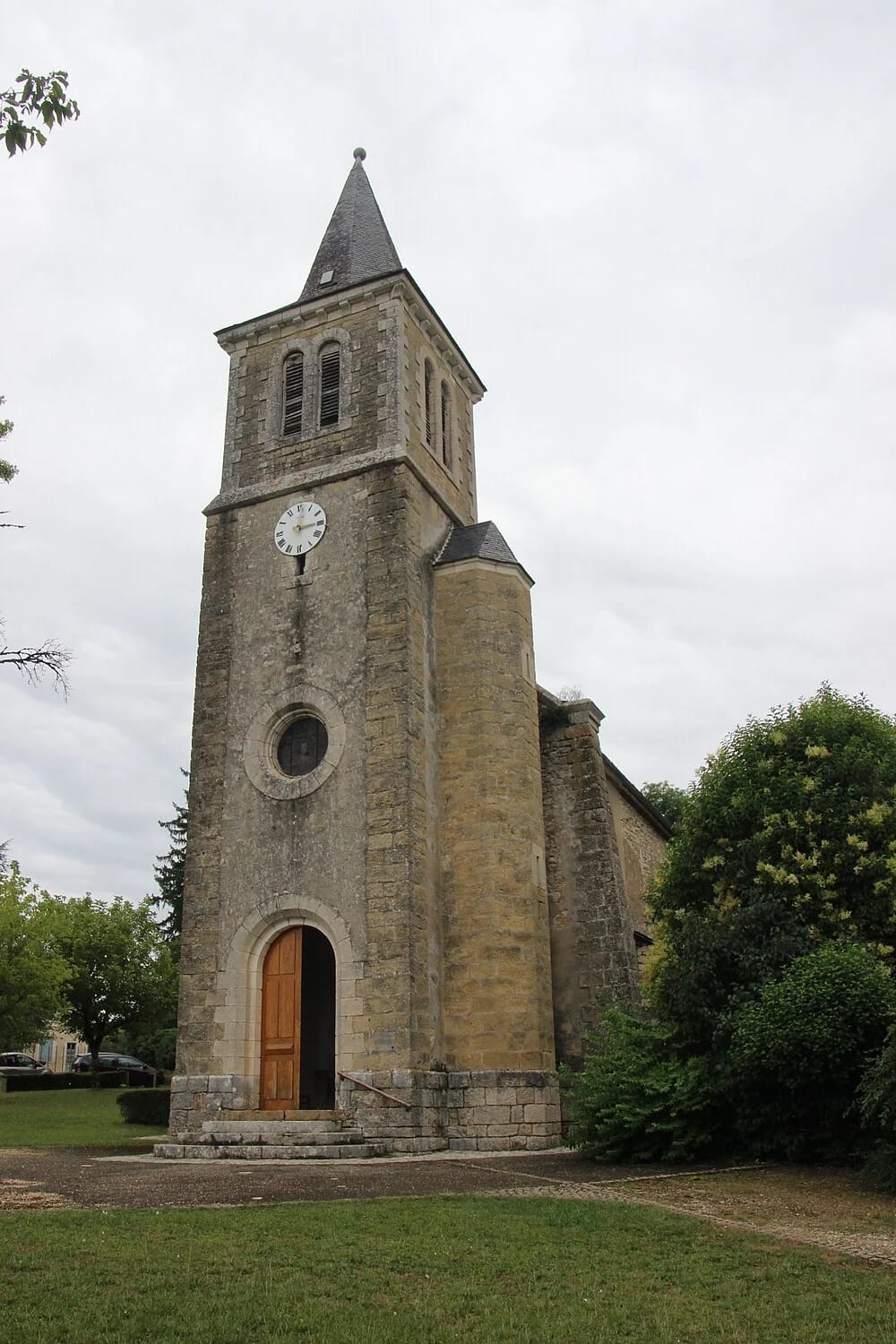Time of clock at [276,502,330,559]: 3:01
